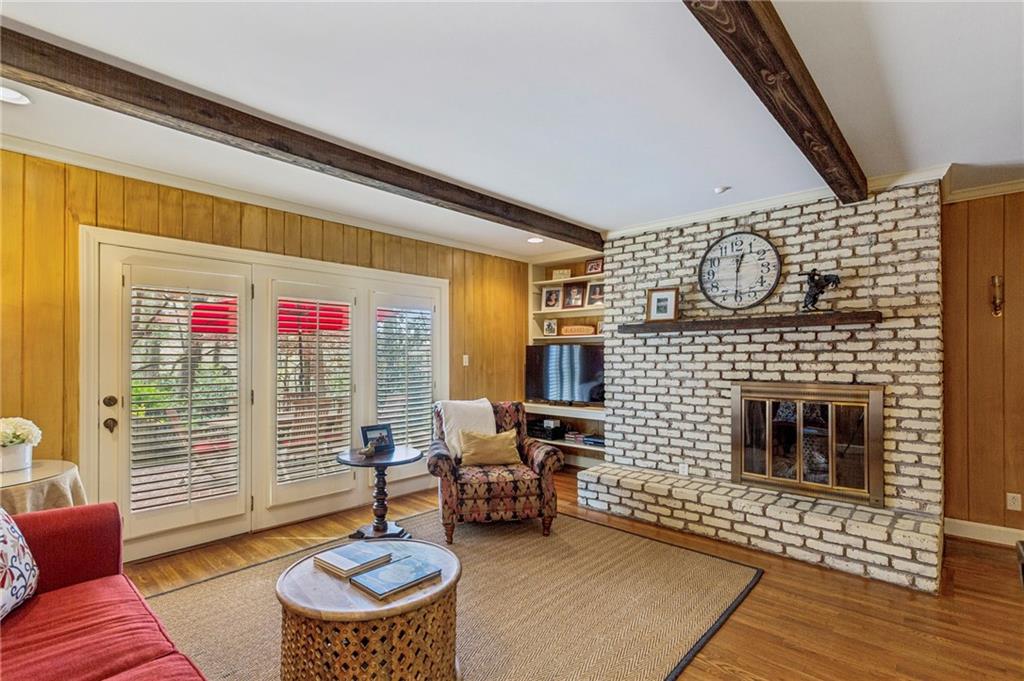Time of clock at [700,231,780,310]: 12:30
